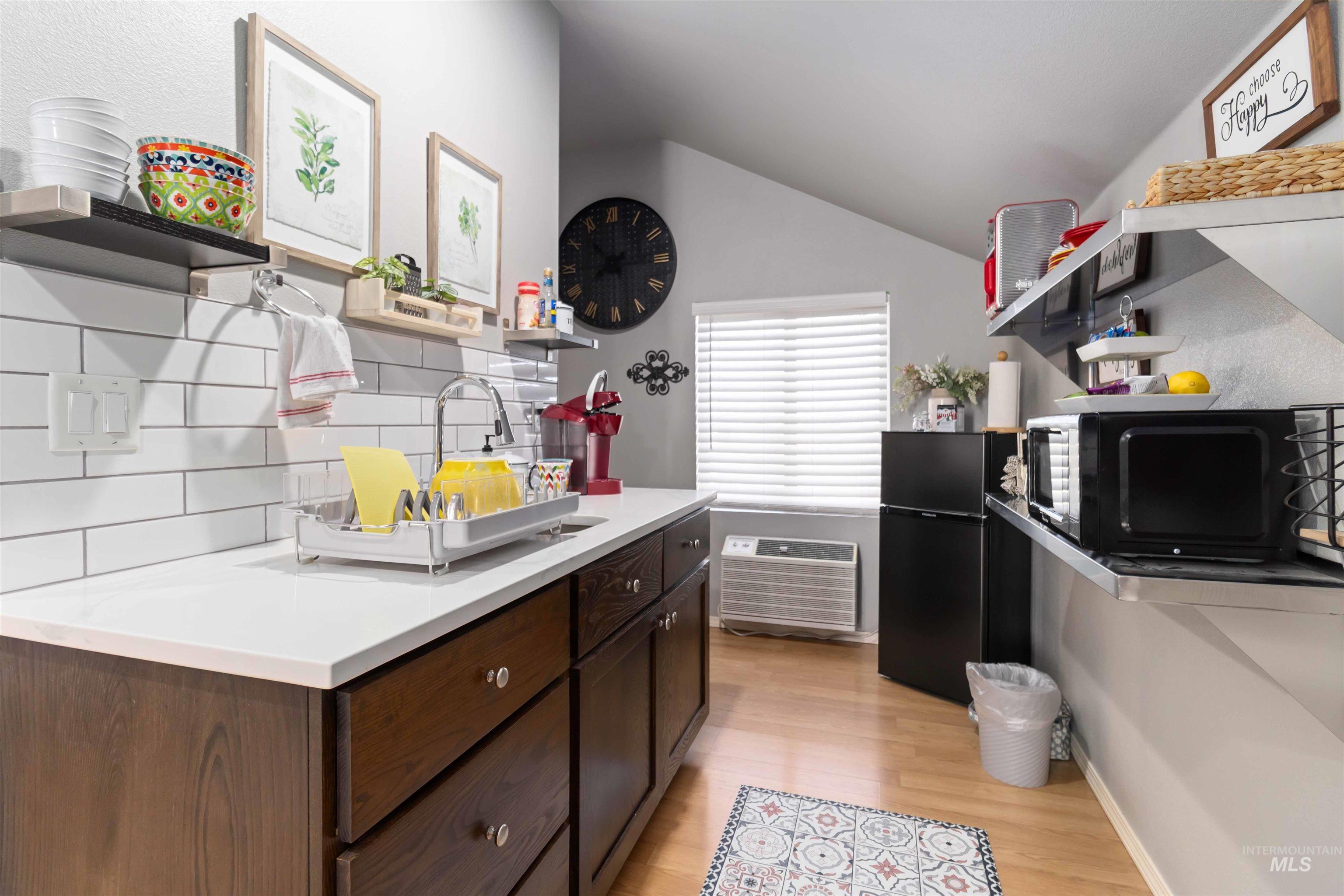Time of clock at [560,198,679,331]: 7:52
